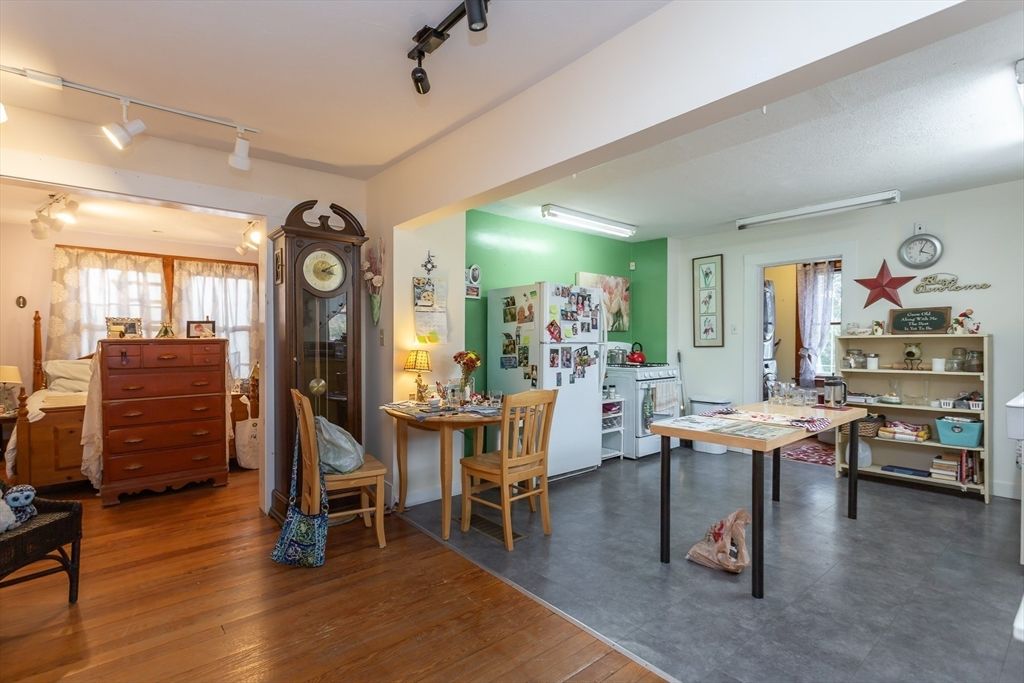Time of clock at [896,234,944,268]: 4:04
